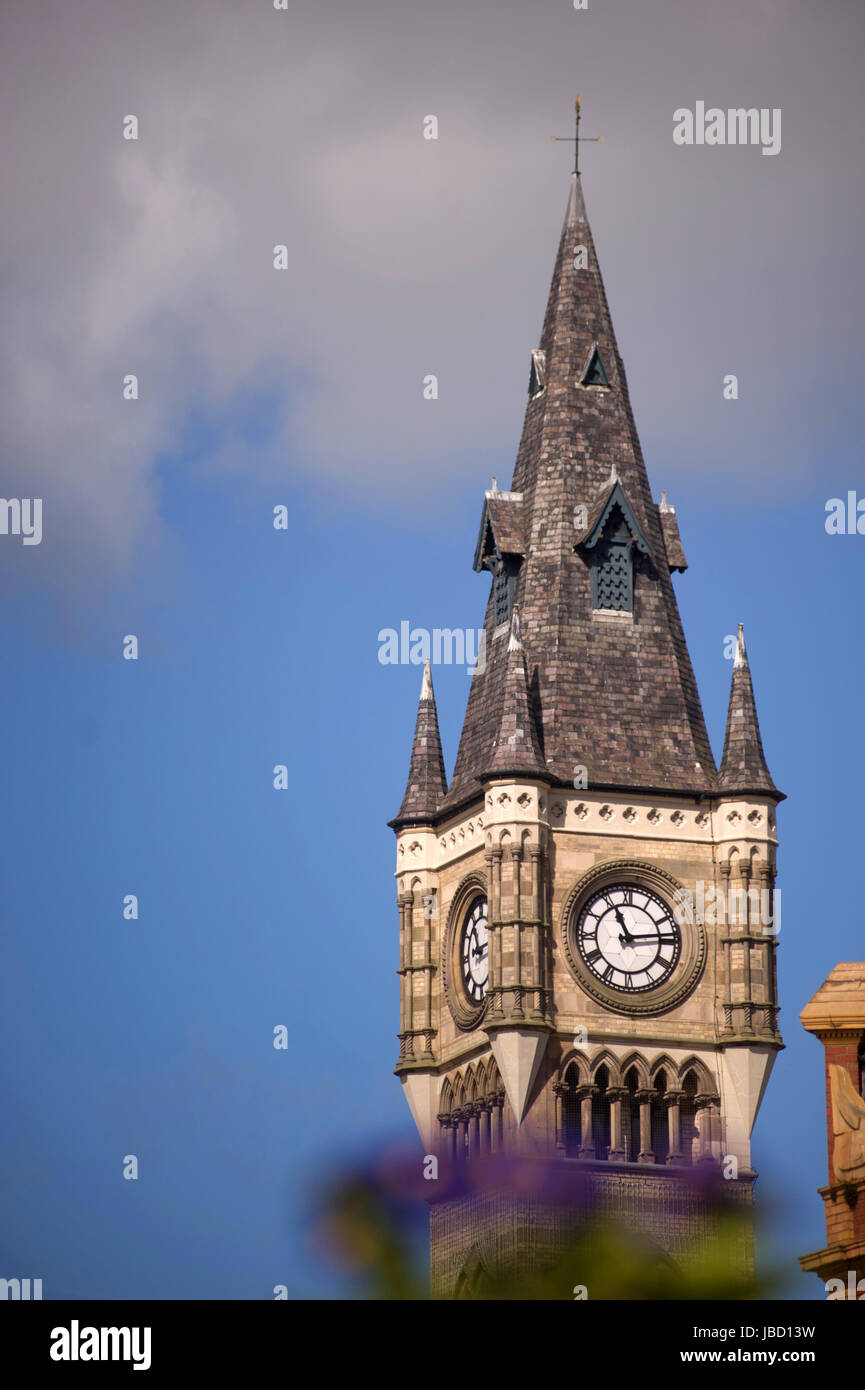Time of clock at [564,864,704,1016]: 11:13
